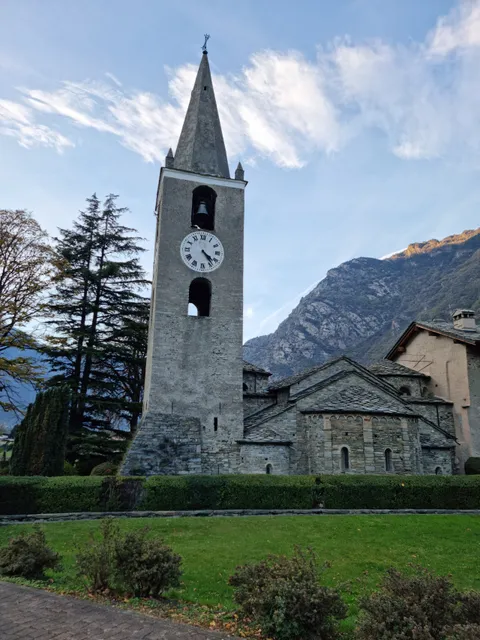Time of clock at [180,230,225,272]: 4:23
